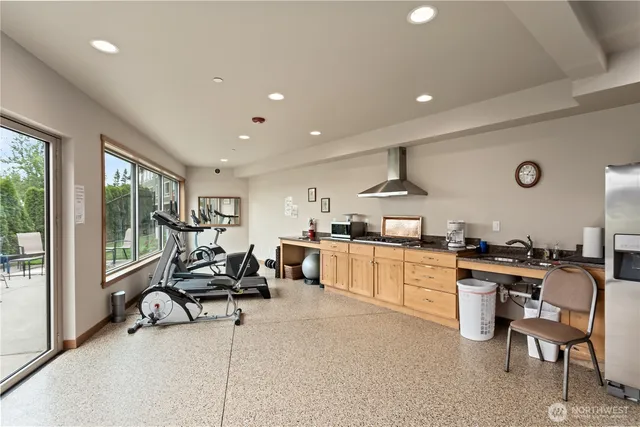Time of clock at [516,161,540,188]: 1:16
